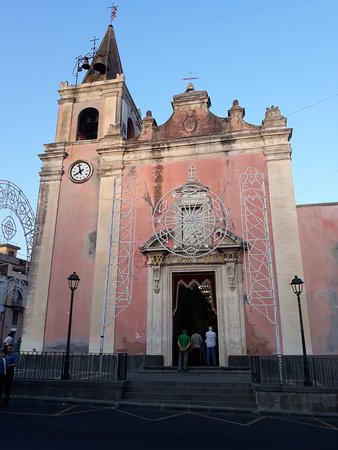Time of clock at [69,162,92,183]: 7:57
